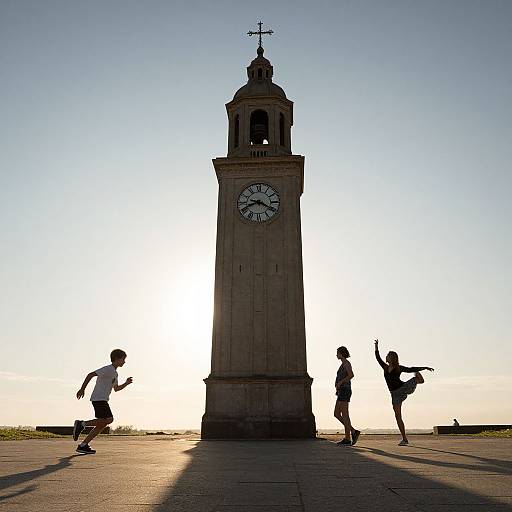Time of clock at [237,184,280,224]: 8:19
